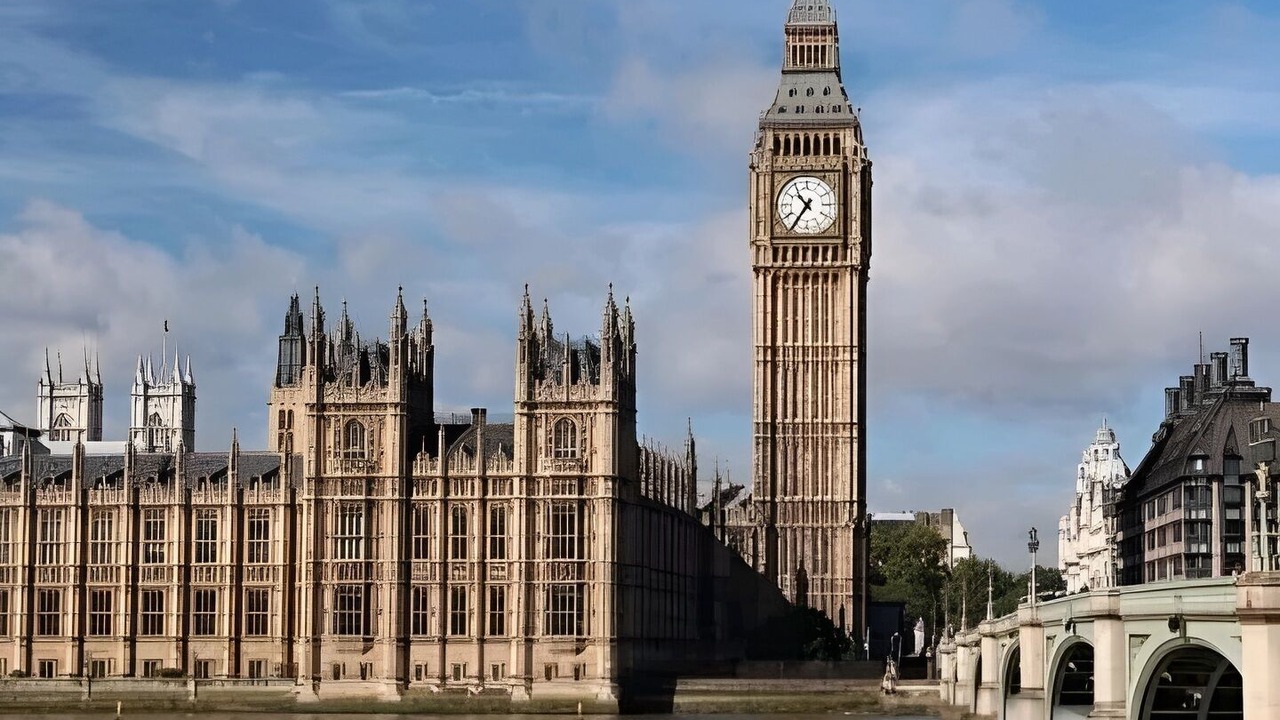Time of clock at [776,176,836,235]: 10:36
